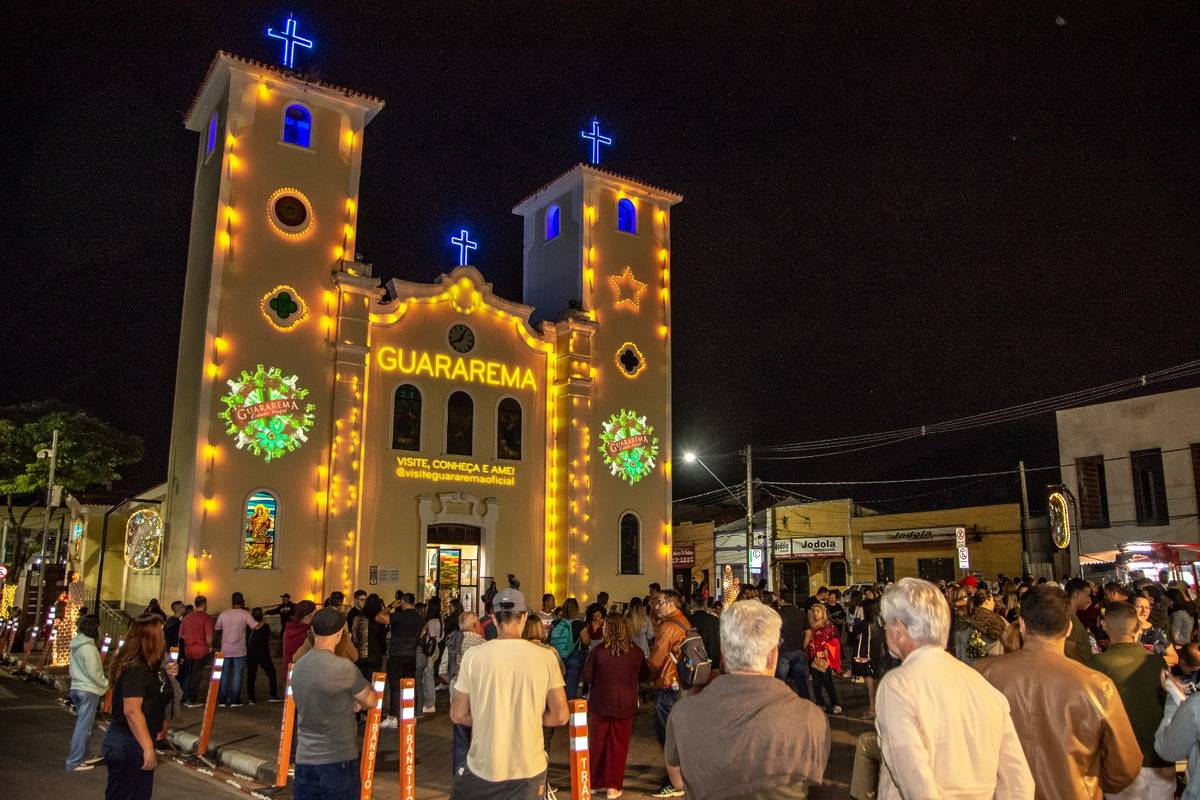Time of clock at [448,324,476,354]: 8:04
